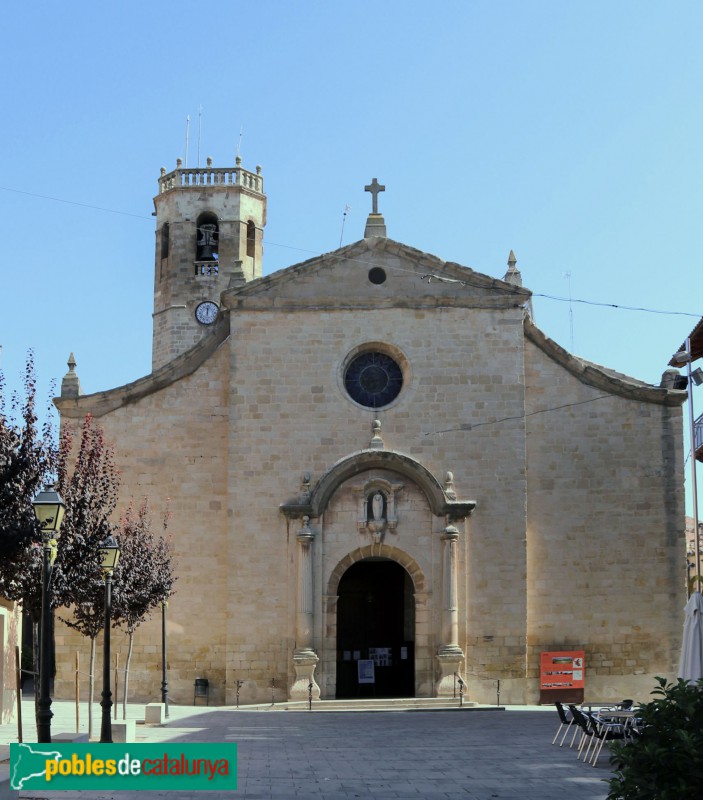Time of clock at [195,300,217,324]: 12:02
